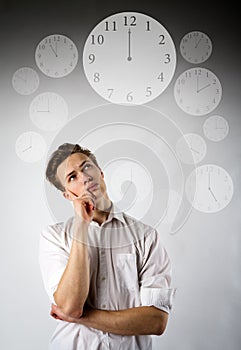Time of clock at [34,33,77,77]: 11:00
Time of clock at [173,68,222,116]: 2:00
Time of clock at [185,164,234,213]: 5:00
